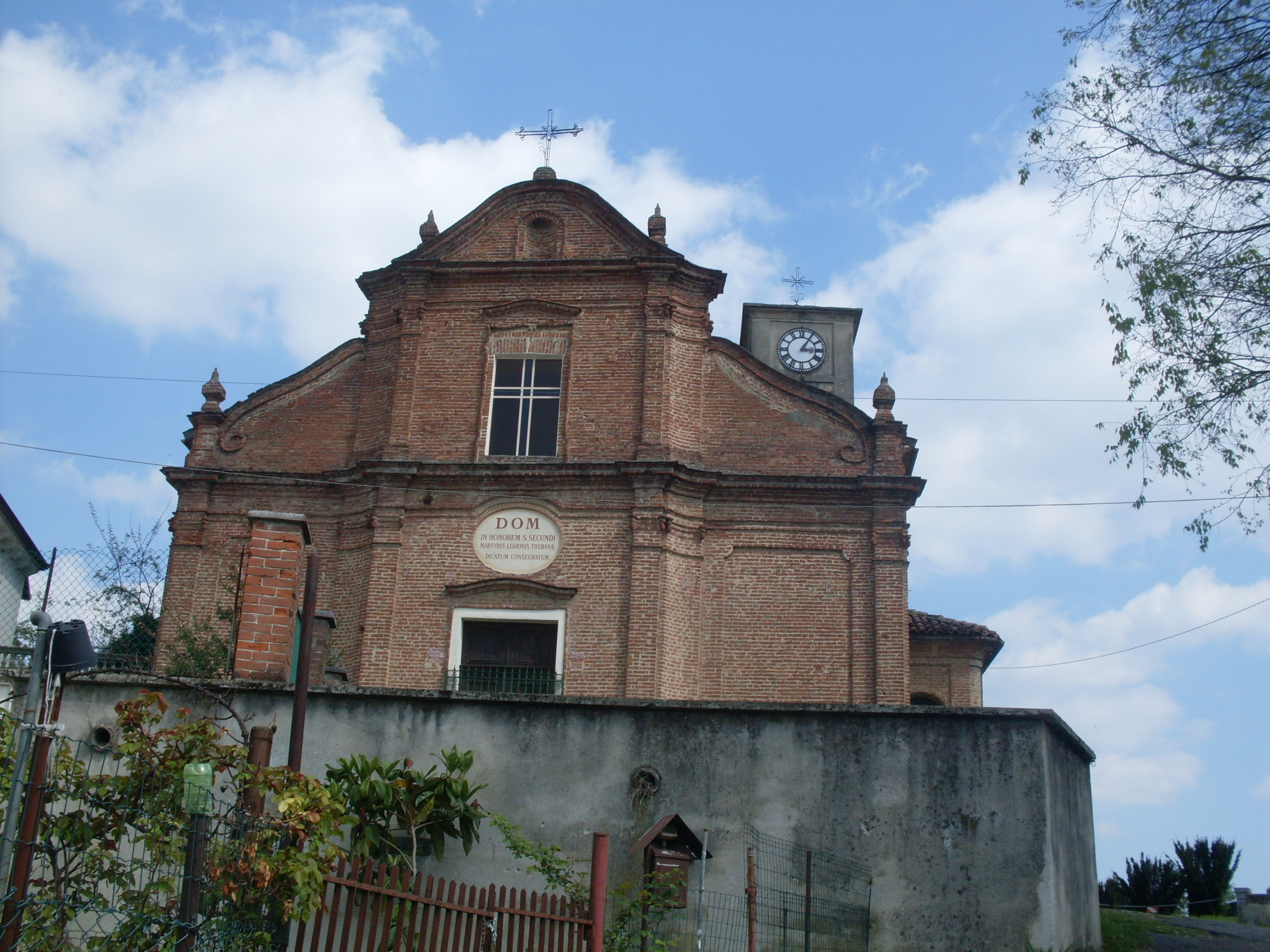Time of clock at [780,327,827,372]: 3:05
